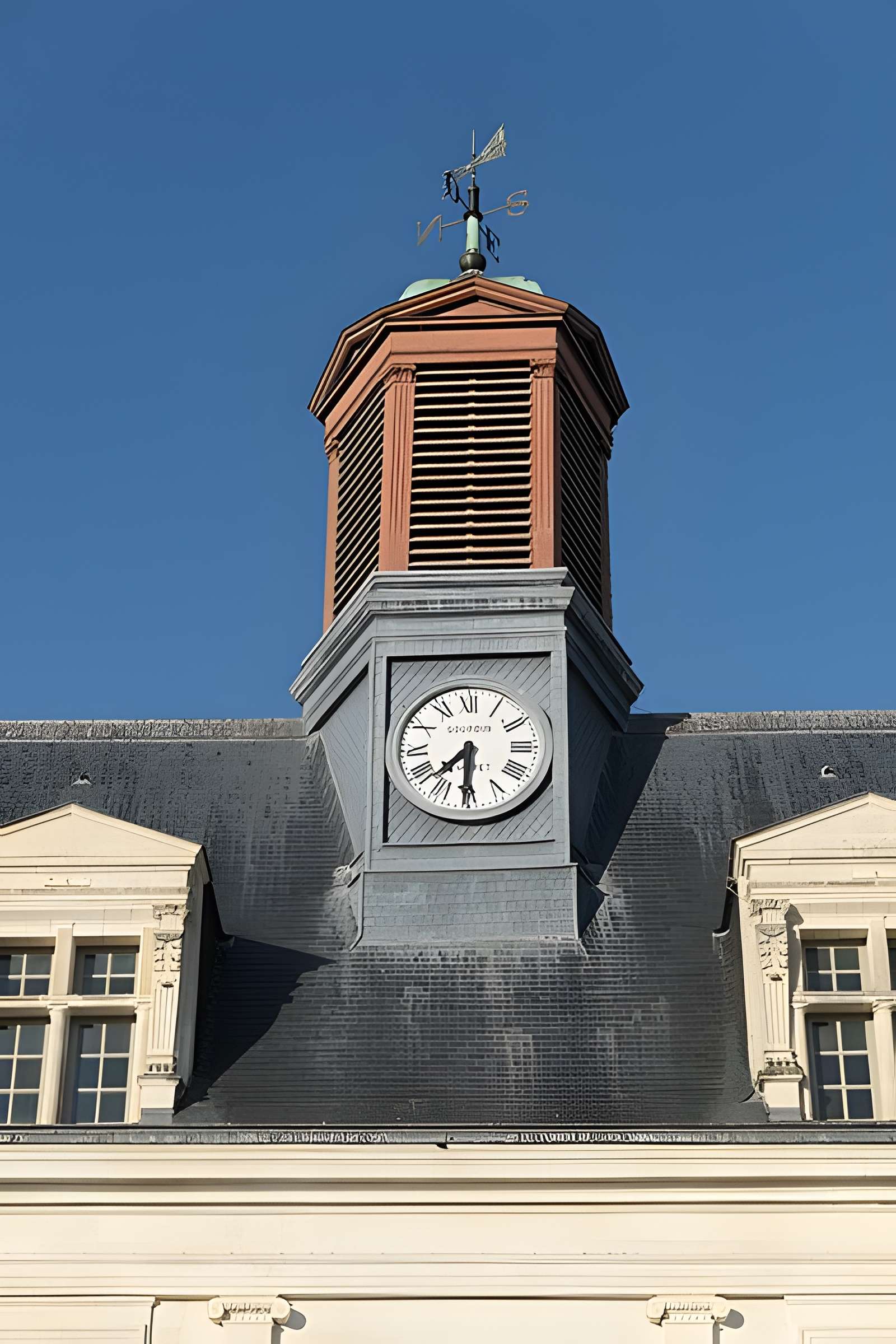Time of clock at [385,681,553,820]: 7:30
